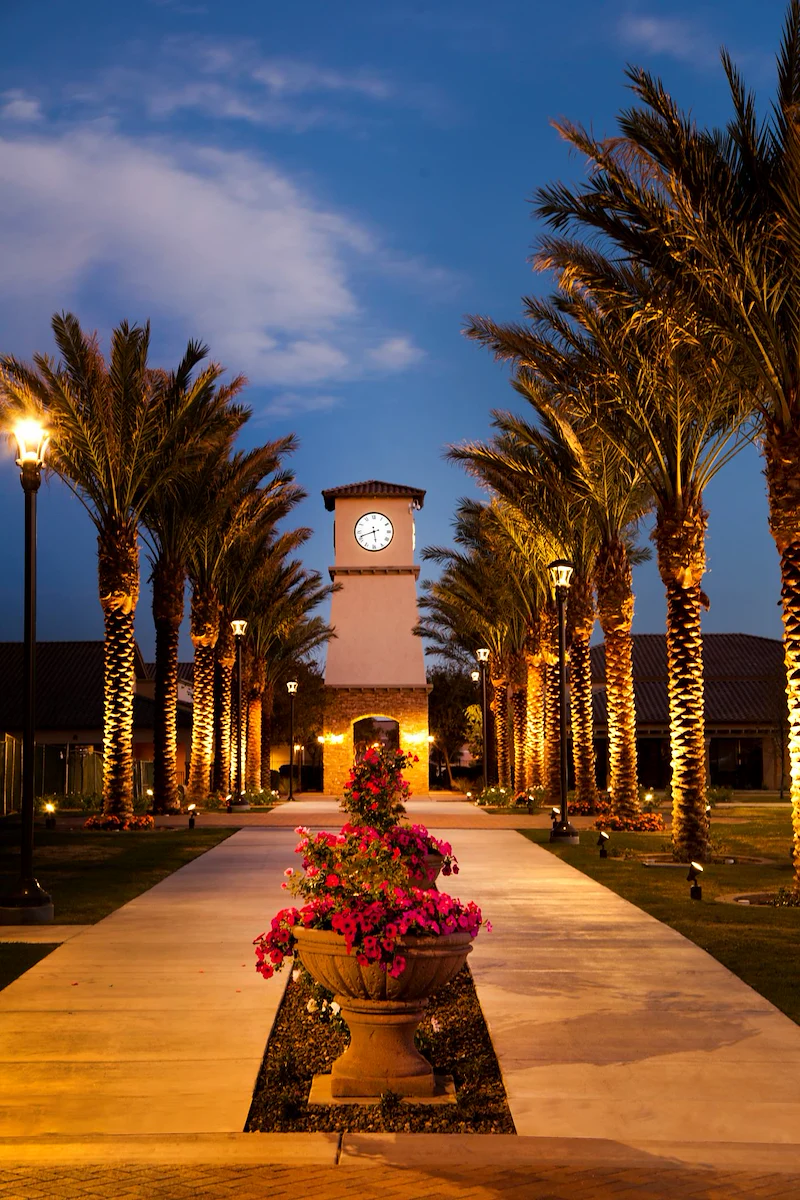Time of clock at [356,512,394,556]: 5:41
